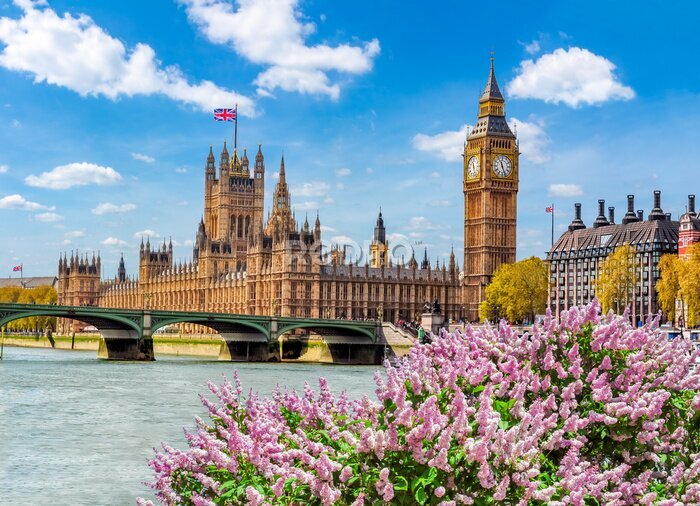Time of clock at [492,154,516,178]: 11:26
